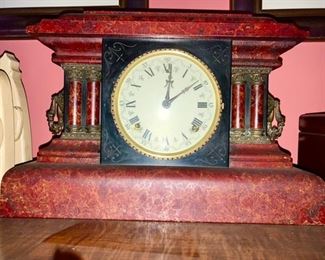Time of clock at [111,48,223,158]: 12:08
